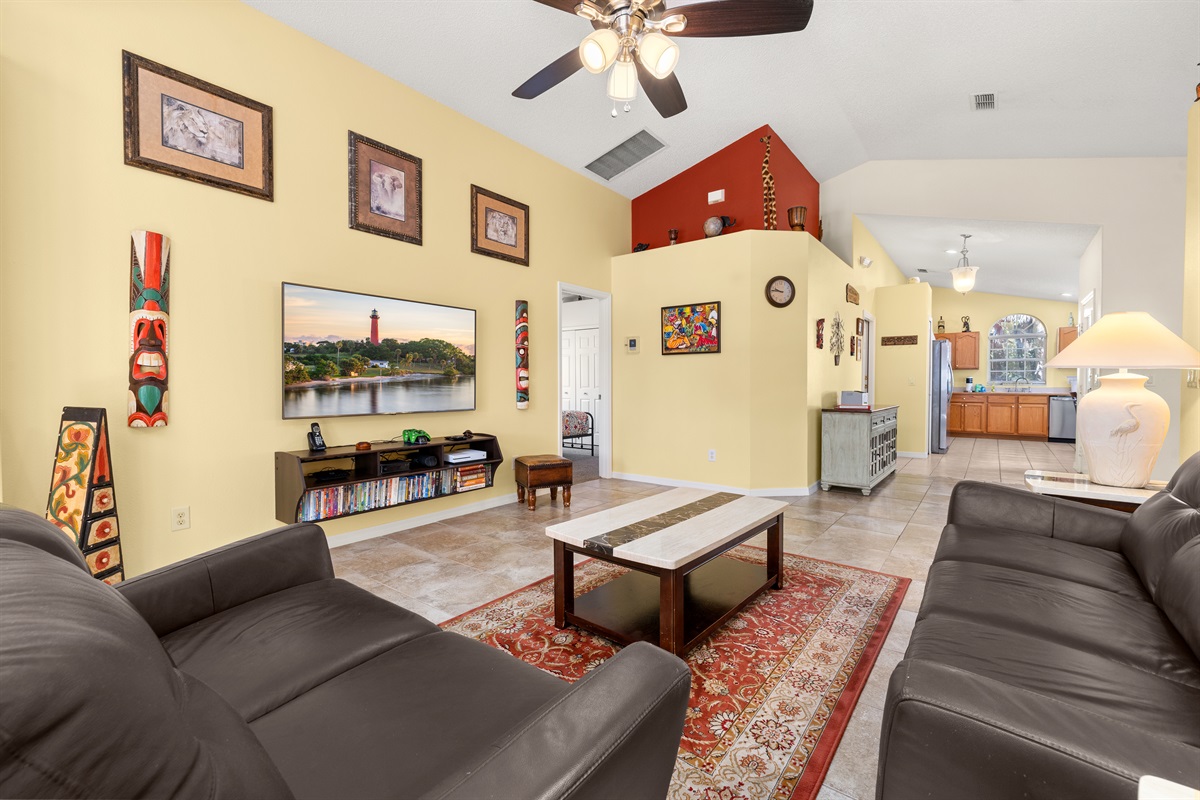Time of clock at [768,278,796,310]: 9:45
